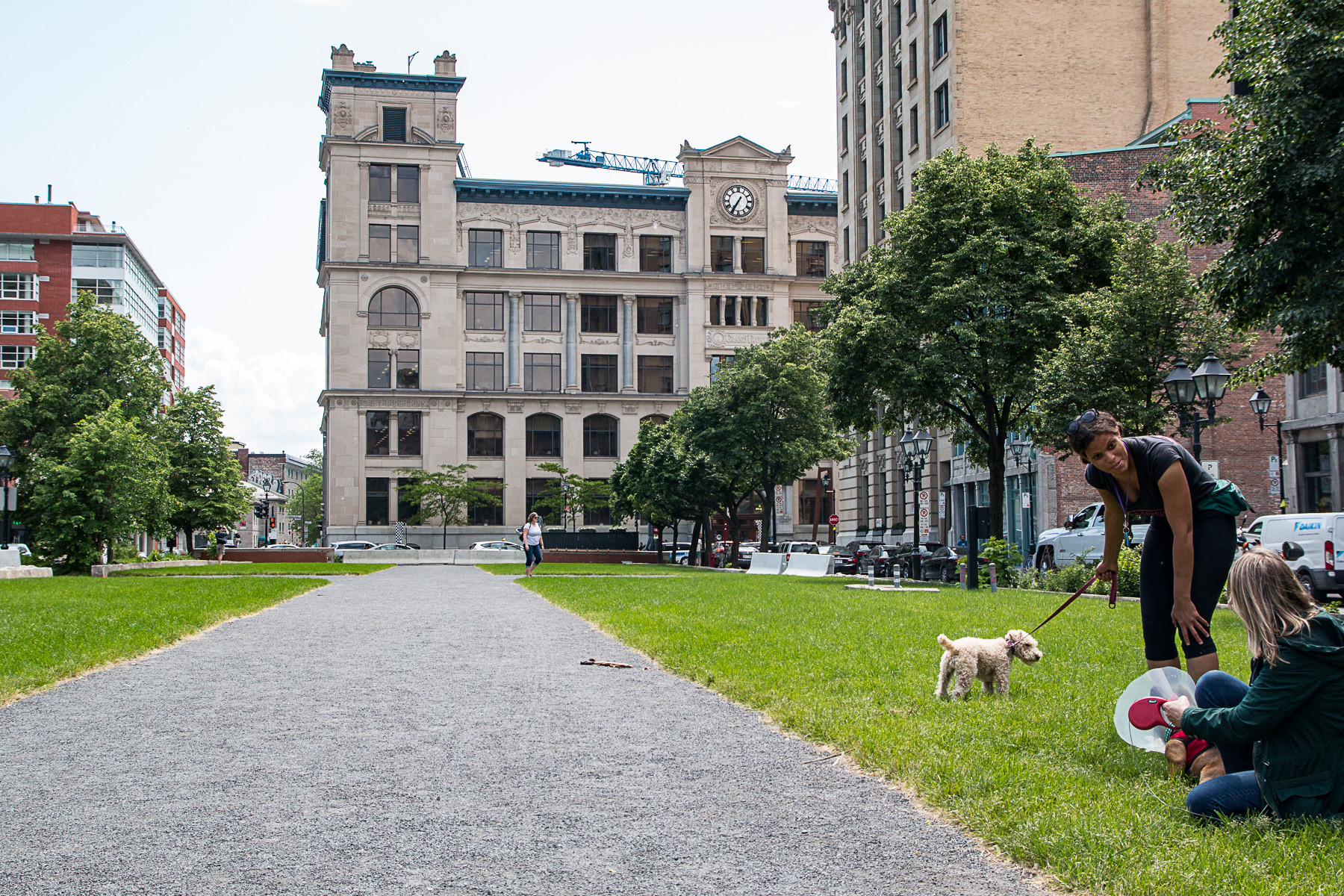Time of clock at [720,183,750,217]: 7:35
